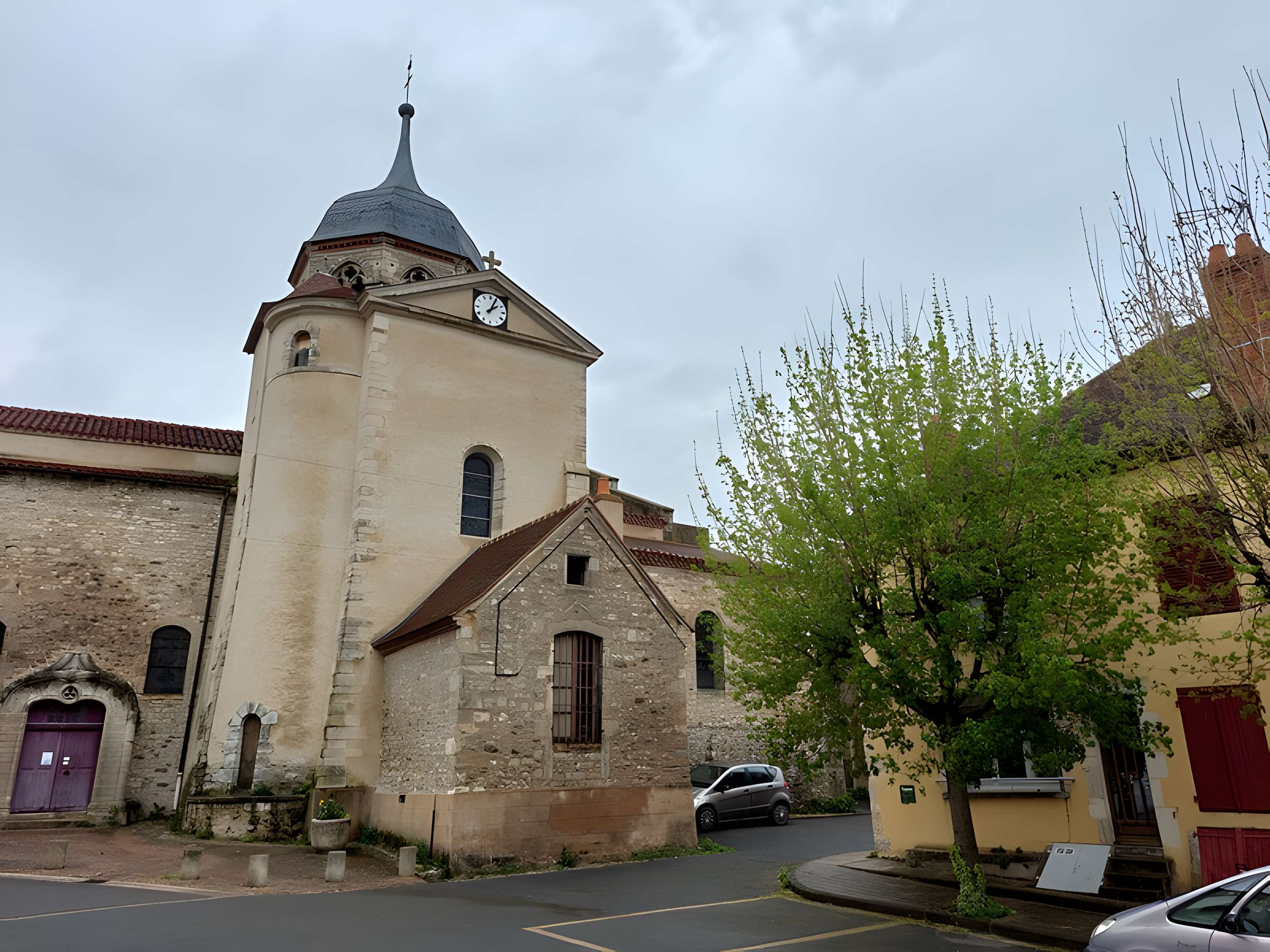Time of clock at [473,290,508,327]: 2:04
